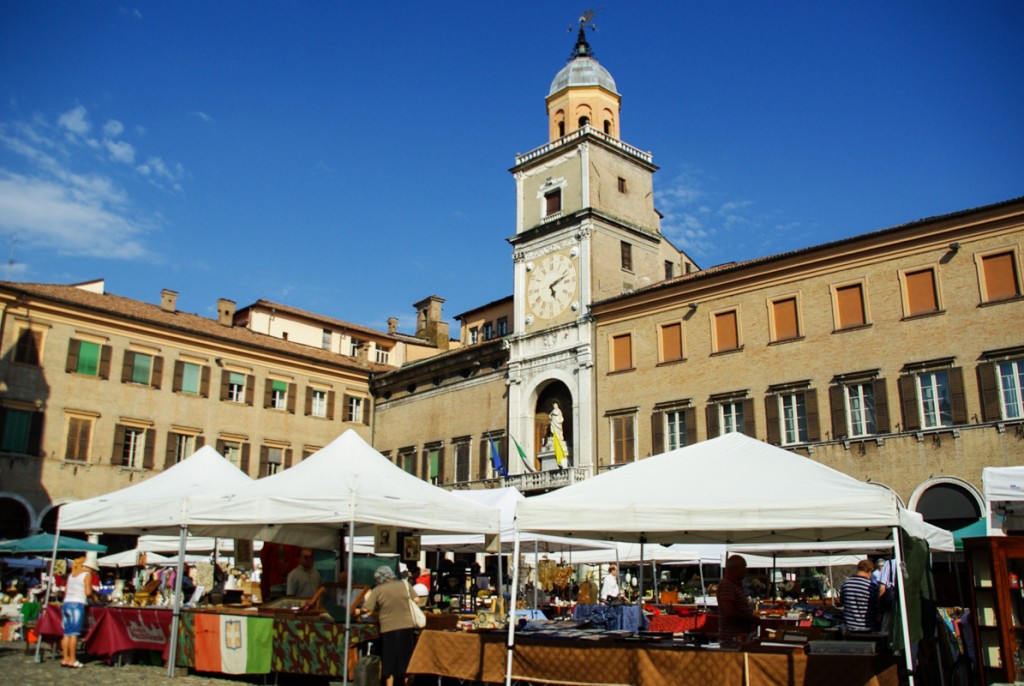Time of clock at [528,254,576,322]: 5:12
